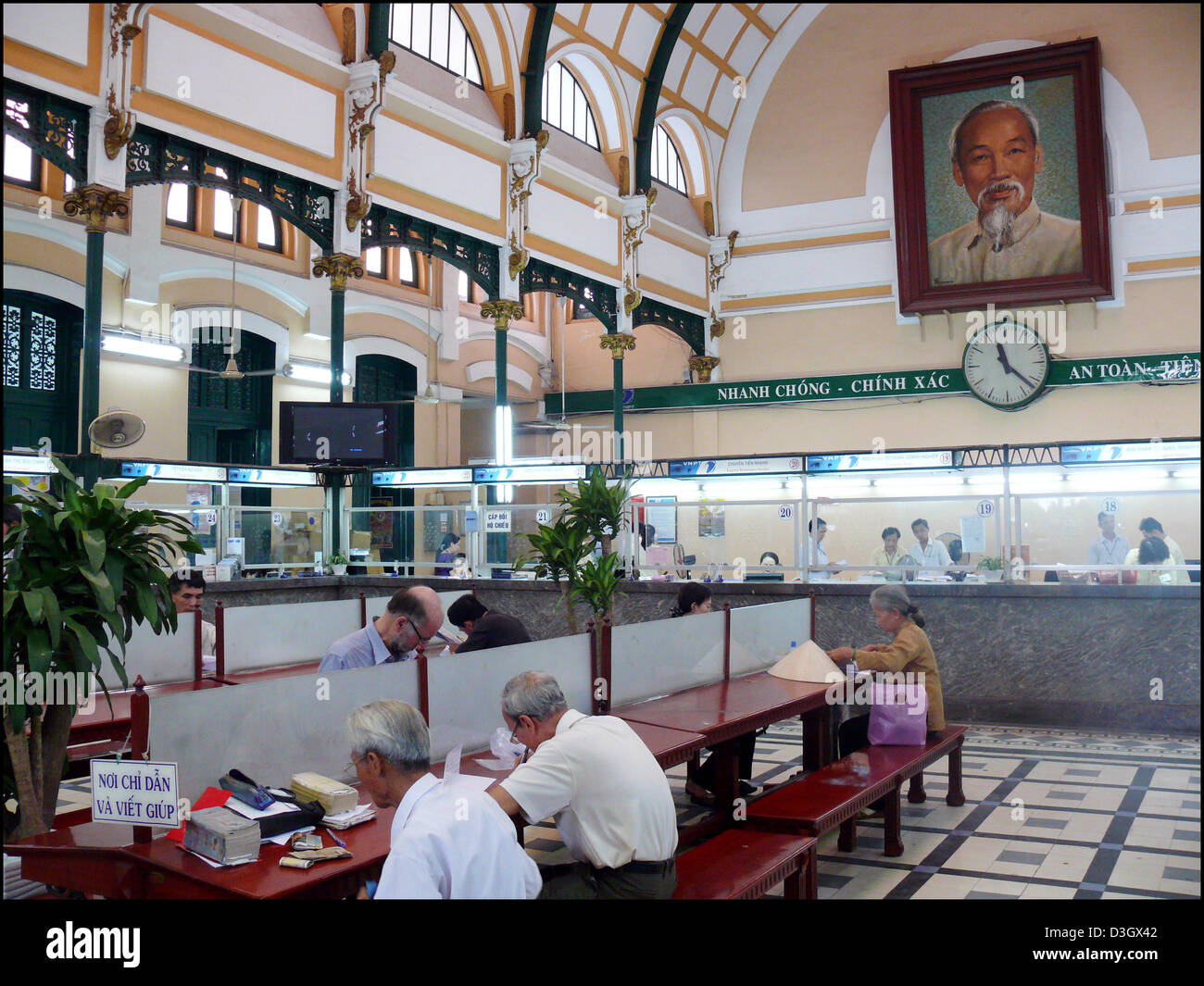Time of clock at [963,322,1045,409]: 11:21
